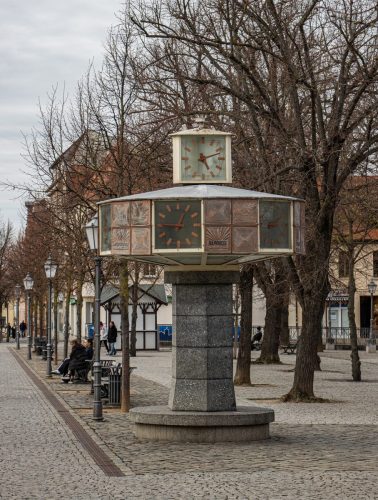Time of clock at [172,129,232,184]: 5:11
